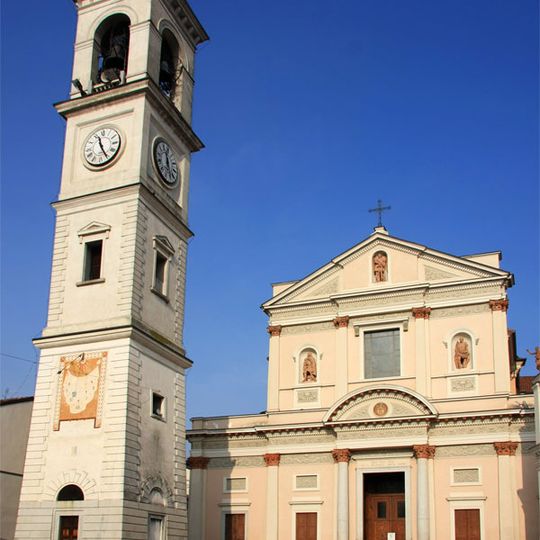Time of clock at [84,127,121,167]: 11:25
